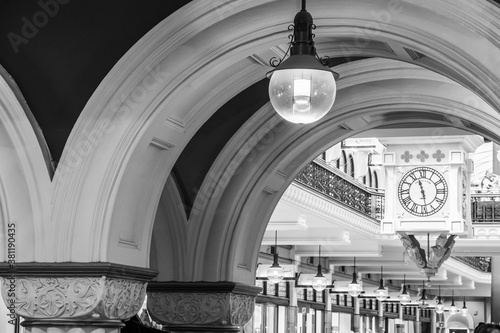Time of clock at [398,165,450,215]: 11:28
